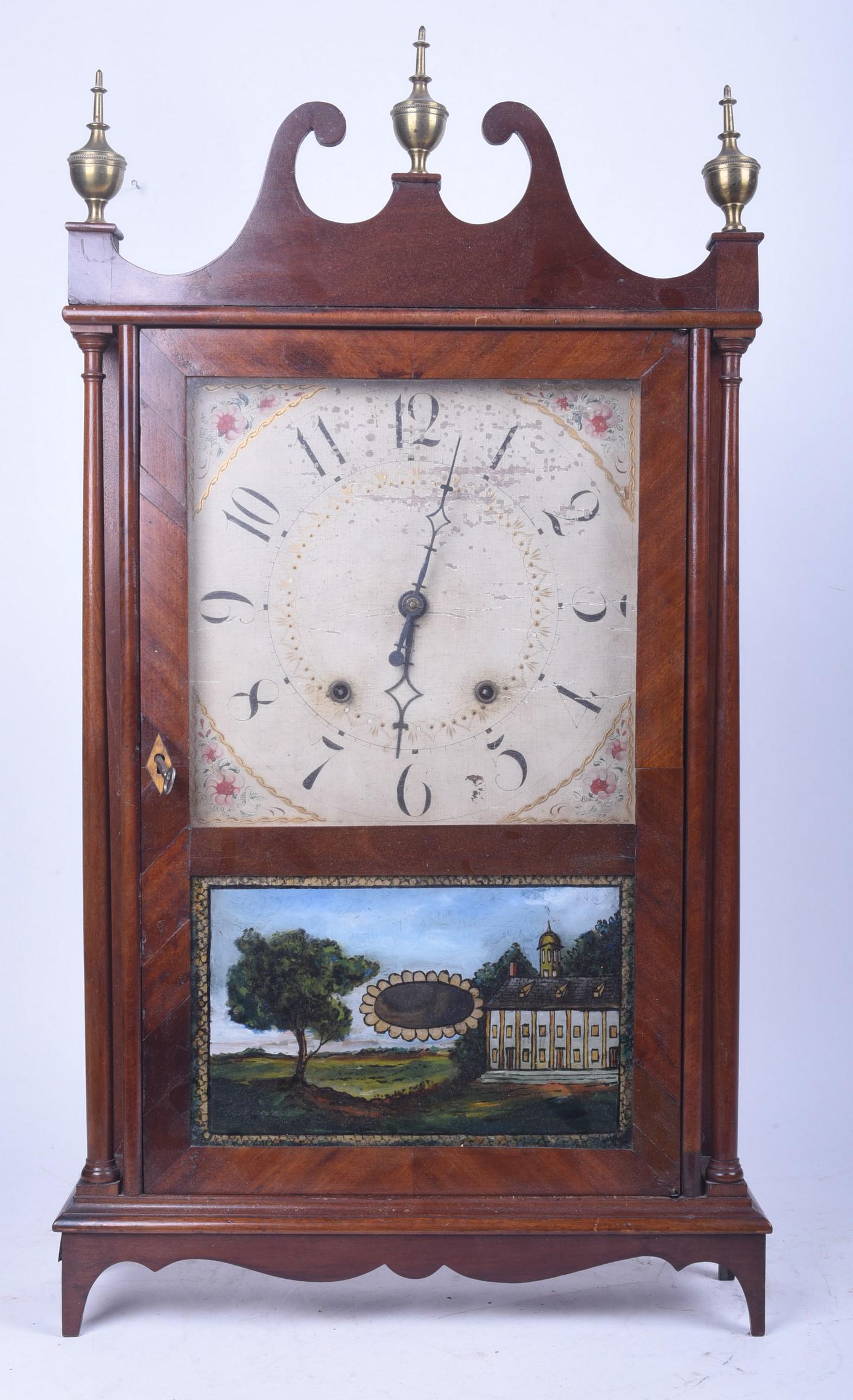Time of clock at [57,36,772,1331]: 6:02
